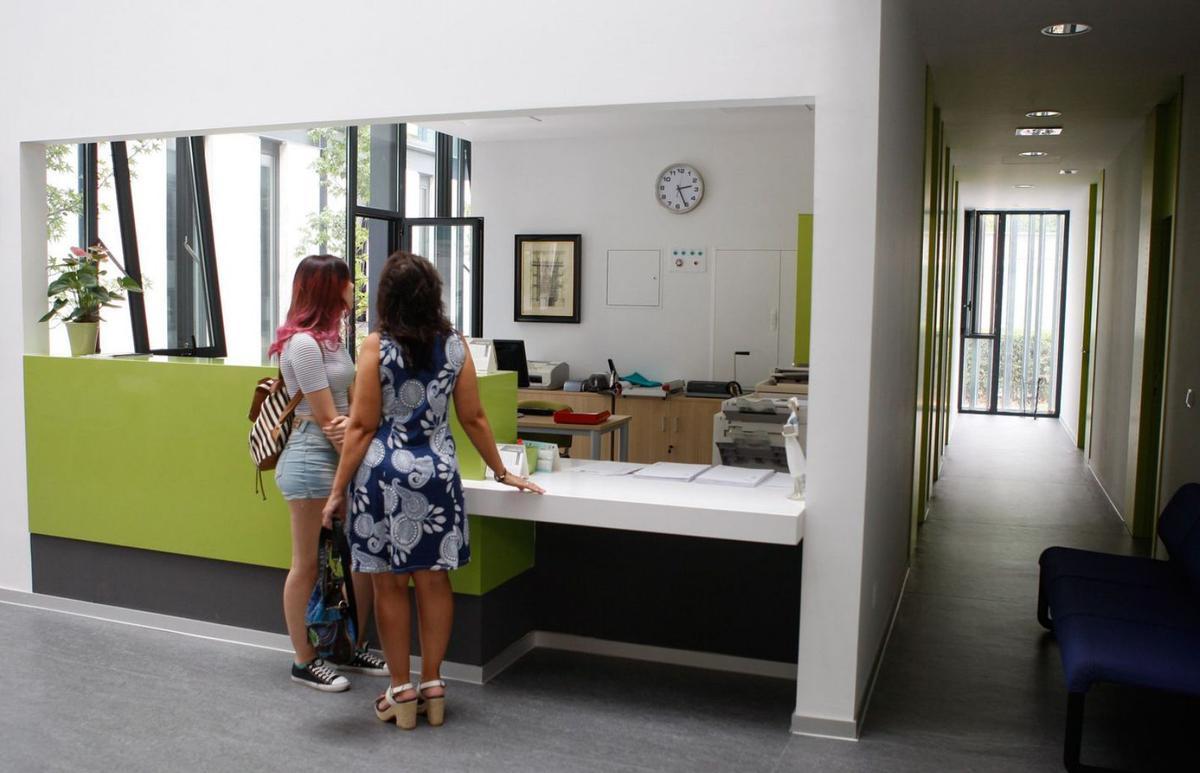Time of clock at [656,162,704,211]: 2:25
